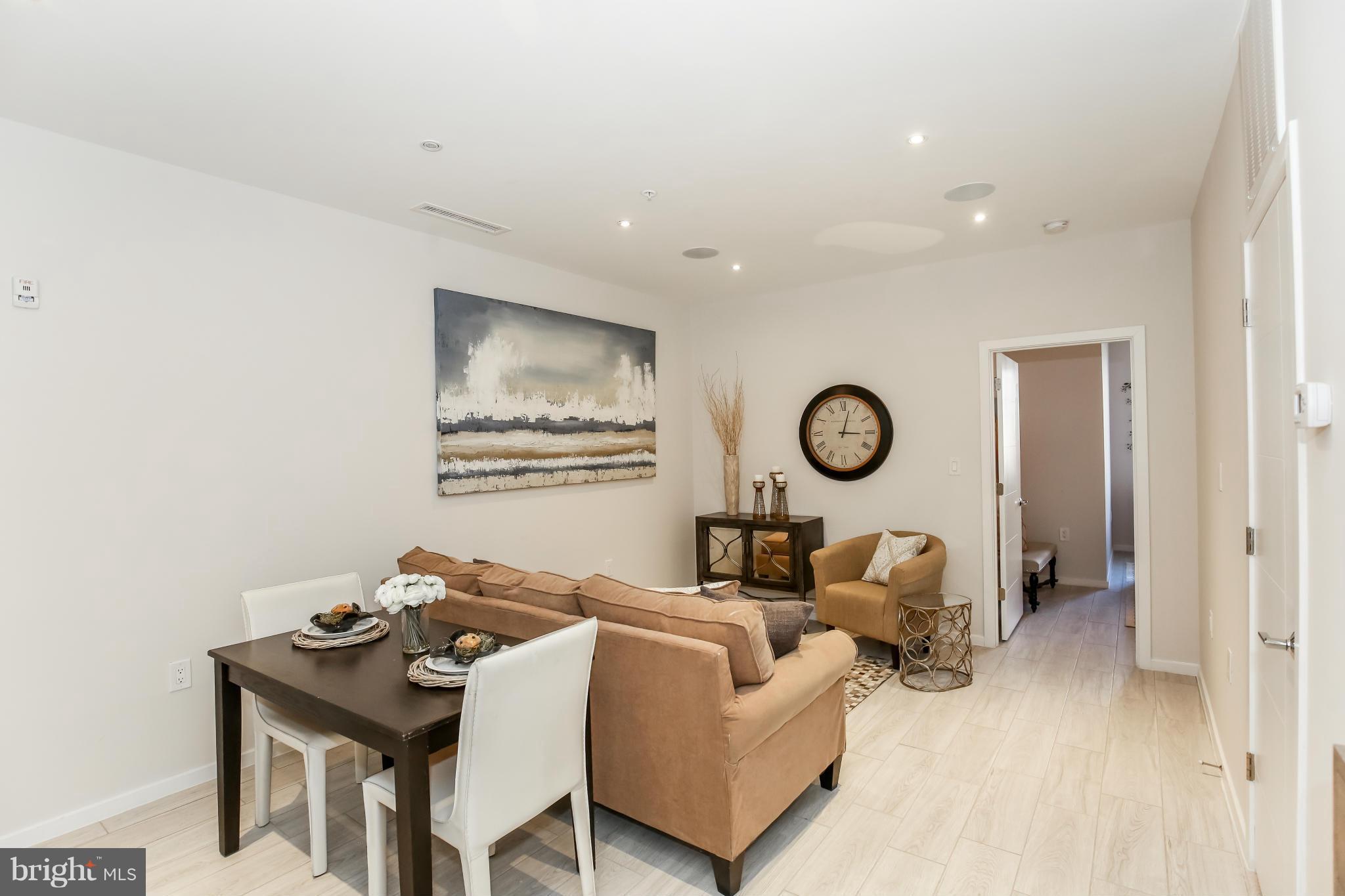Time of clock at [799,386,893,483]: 3:02
